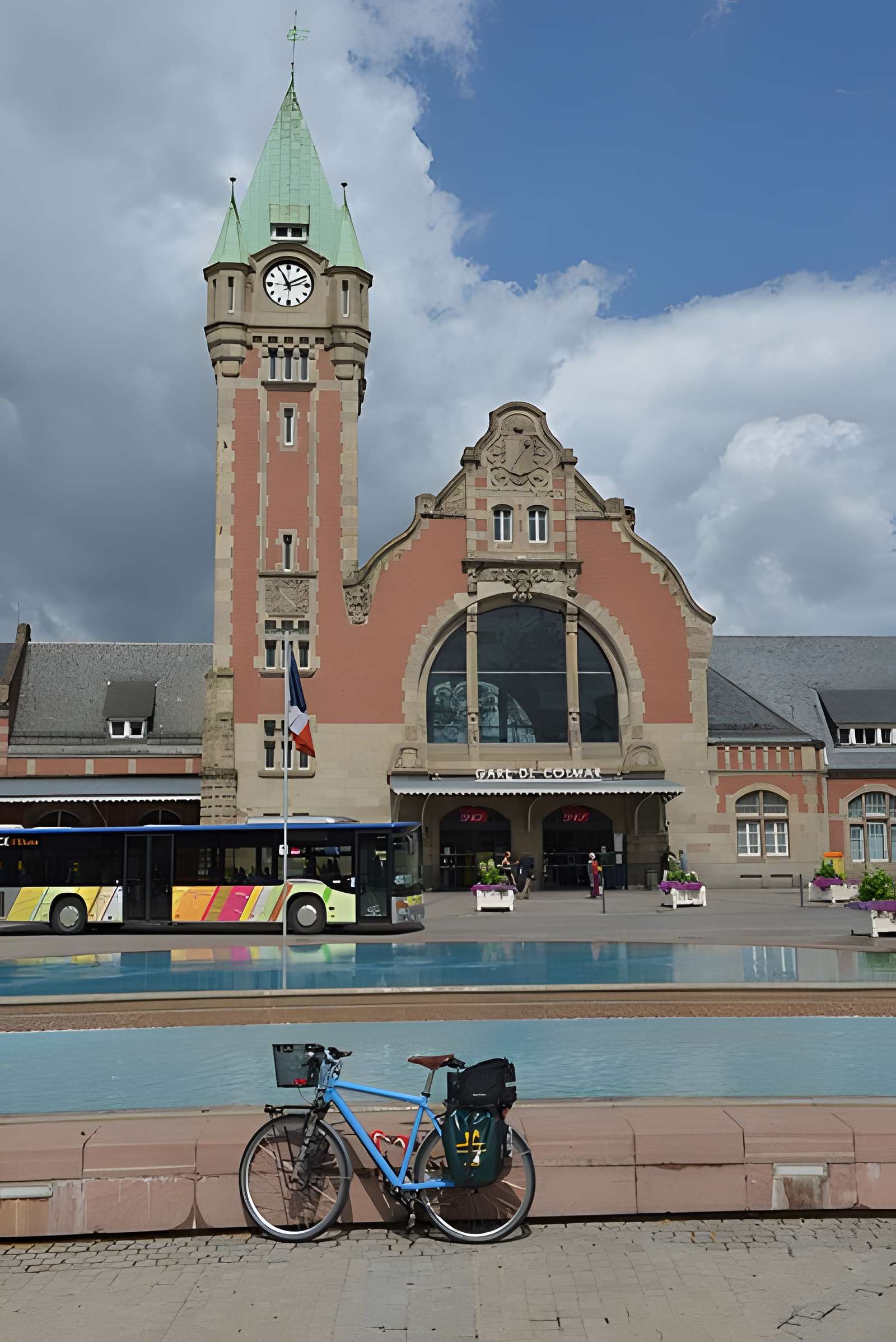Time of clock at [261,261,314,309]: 11:10
